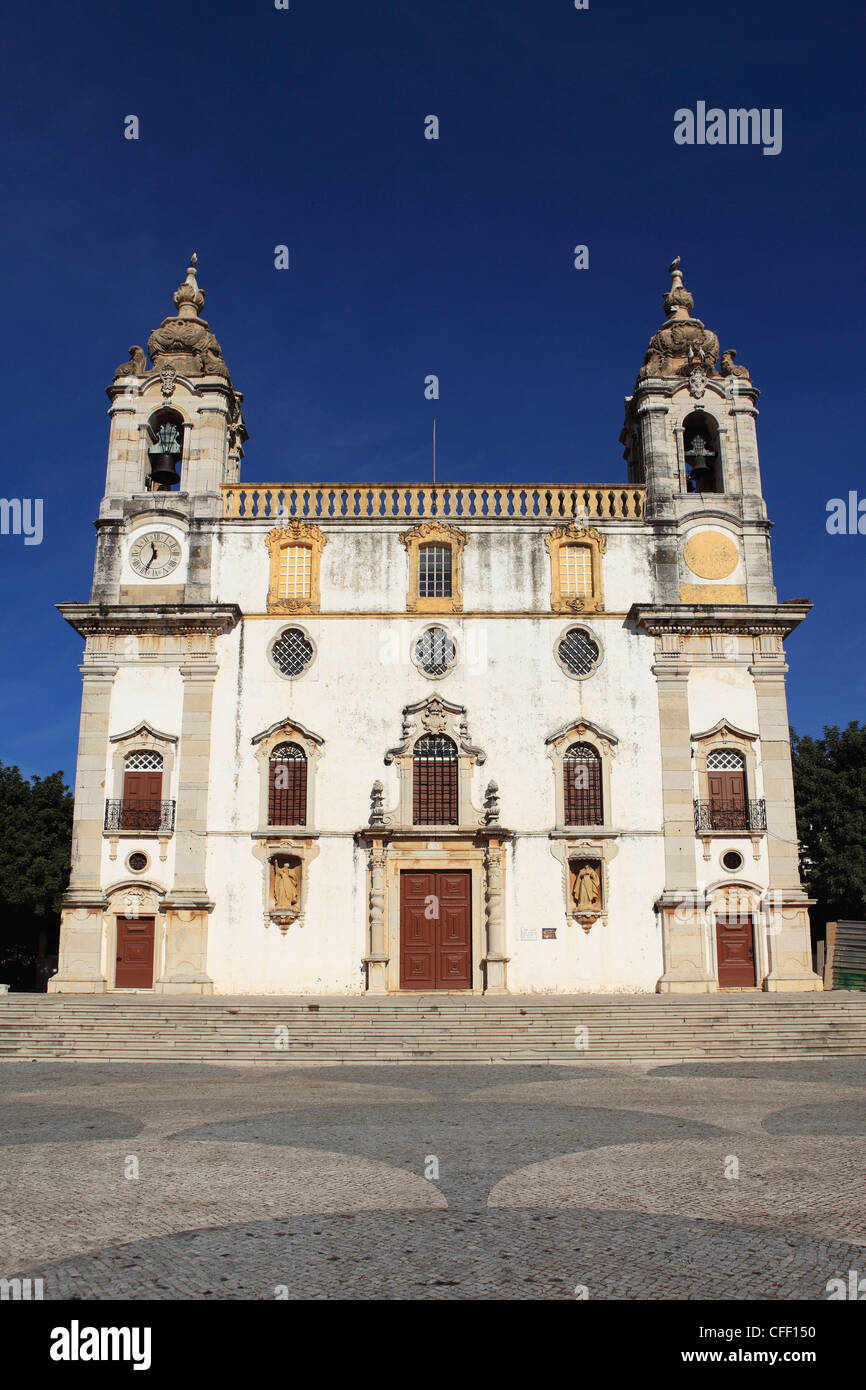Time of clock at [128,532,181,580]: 11:34
